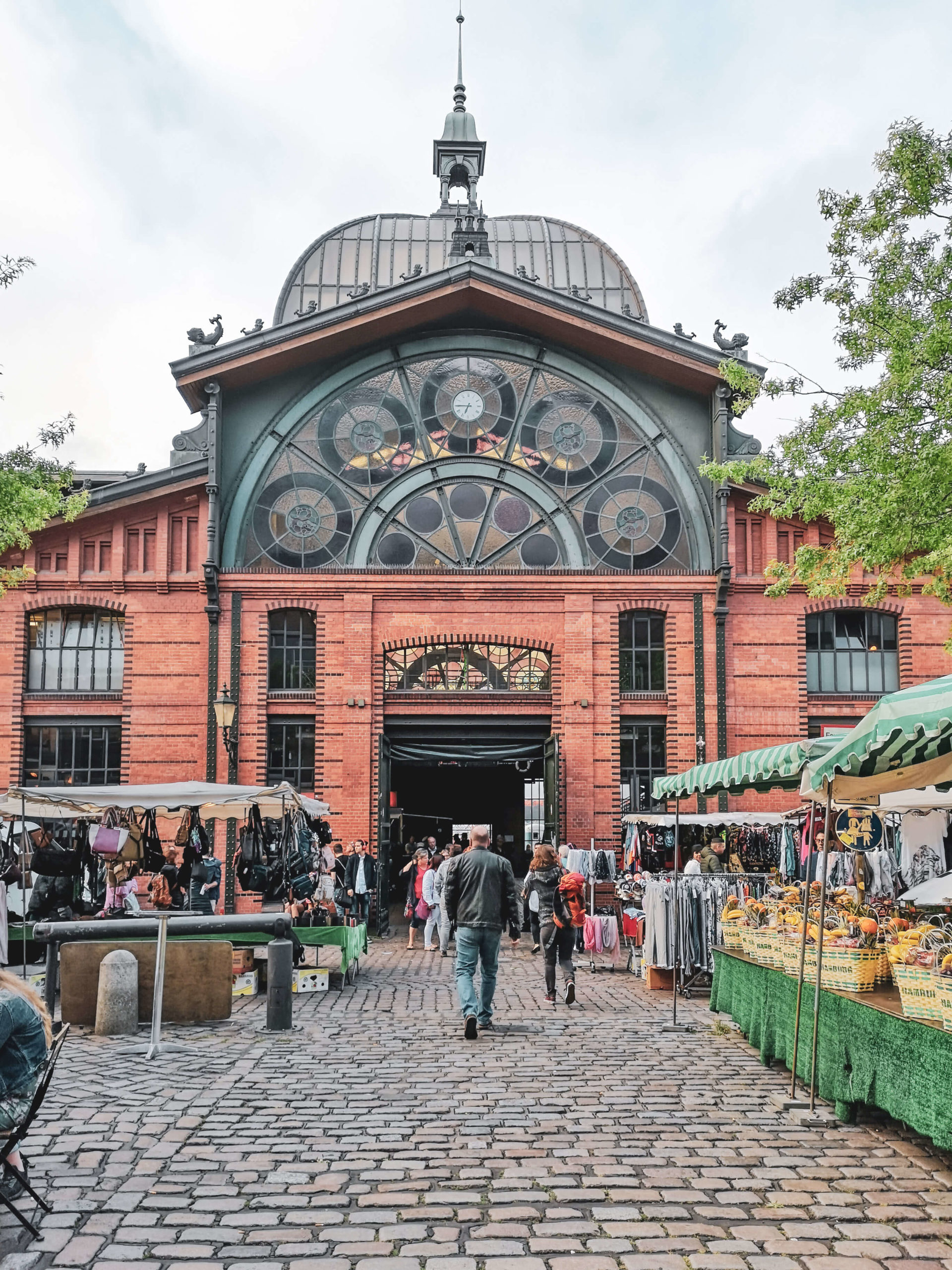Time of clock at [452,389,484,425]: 6:45
